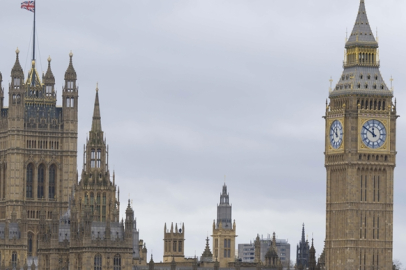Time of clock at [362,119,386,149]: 11:50
